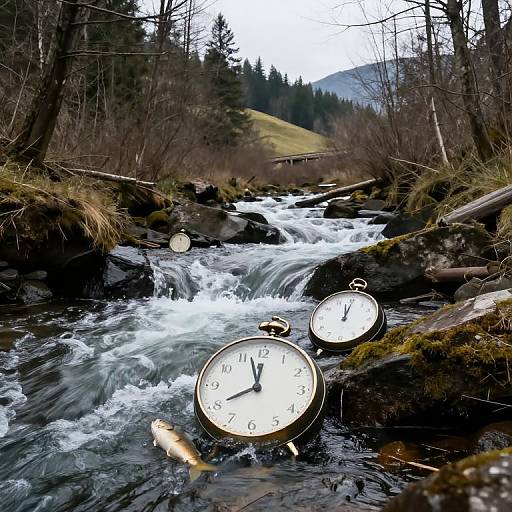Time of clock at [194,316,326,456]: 7:57
